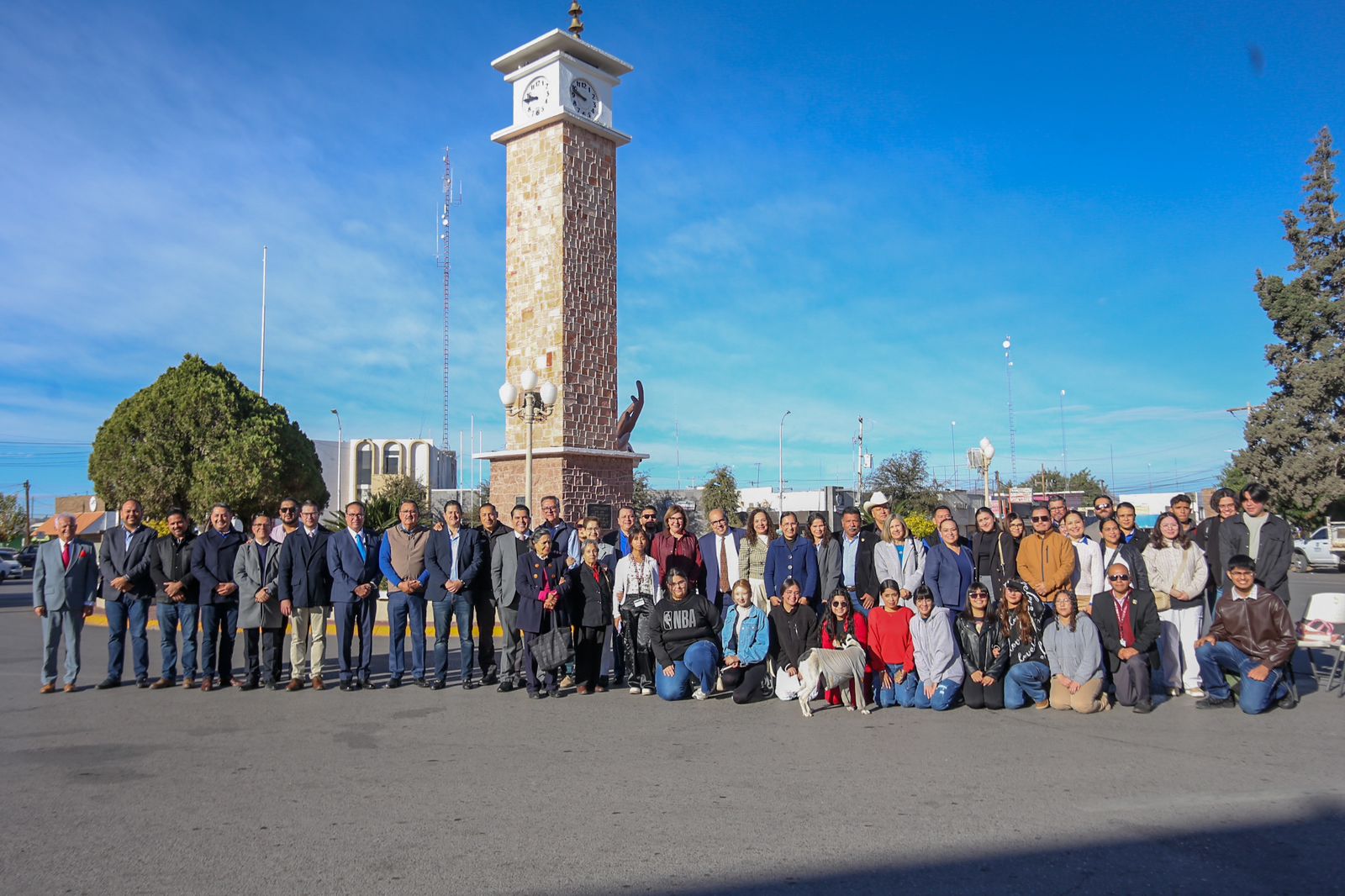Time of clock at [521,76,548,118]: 9:45
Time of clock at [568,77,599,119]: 9:47
